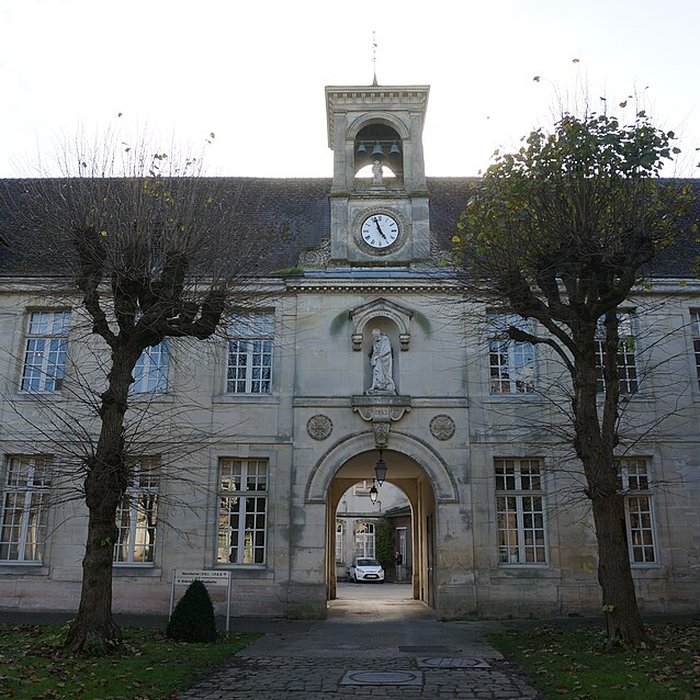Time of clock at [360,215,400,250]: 4:56
